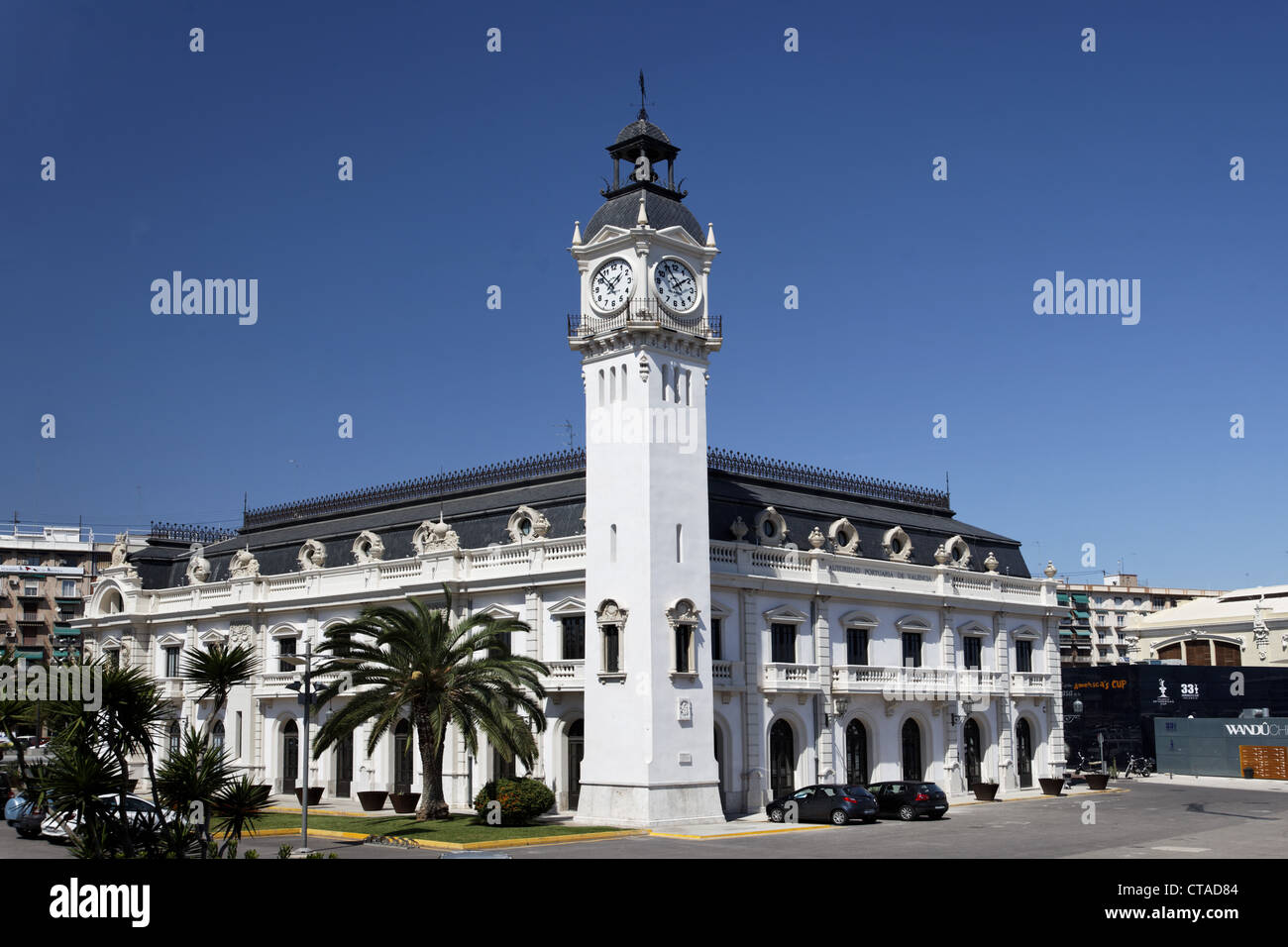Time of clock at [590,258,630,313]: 1:52
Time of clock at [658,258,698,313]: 1:55
